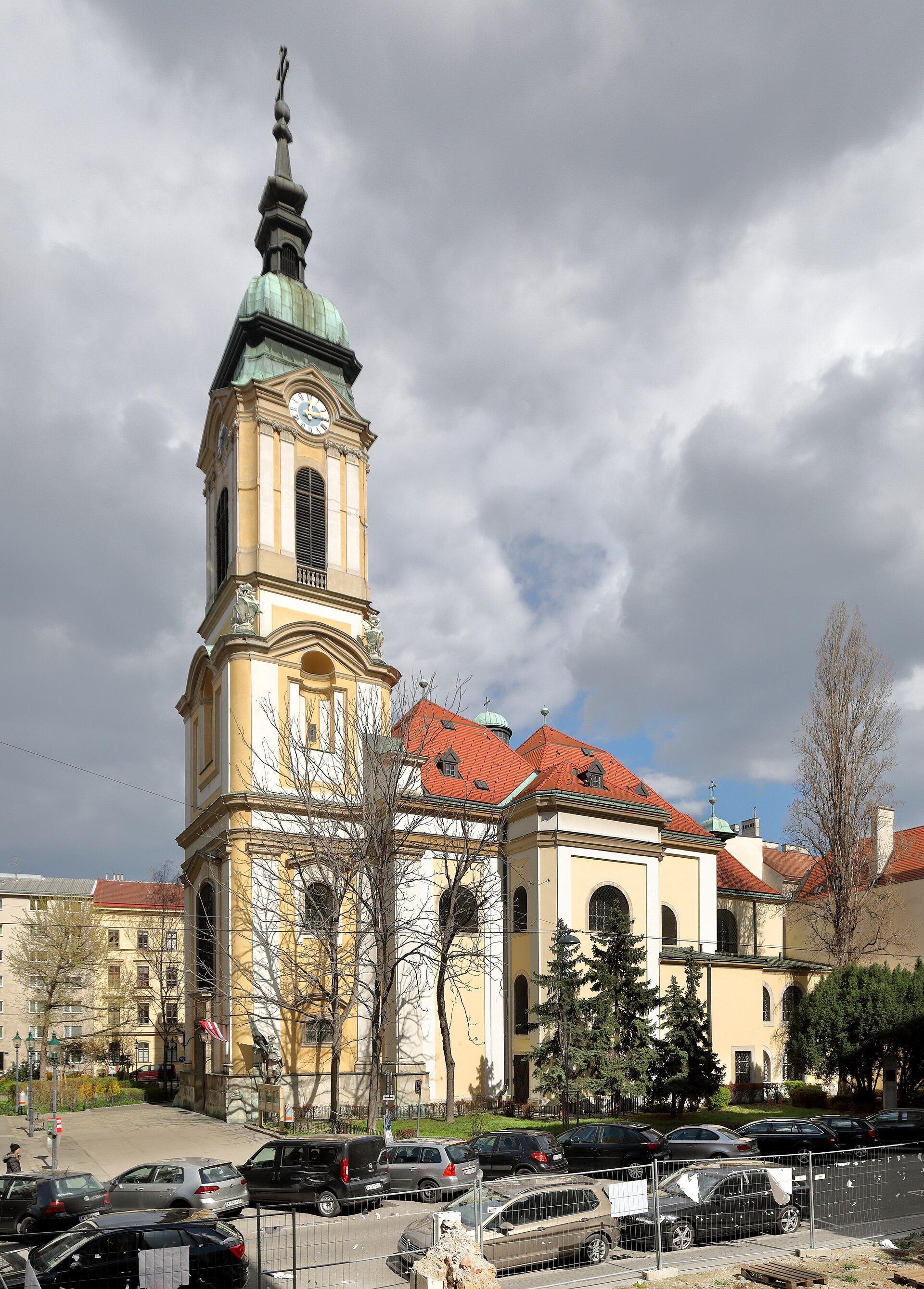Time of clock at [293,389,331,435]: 12:14
